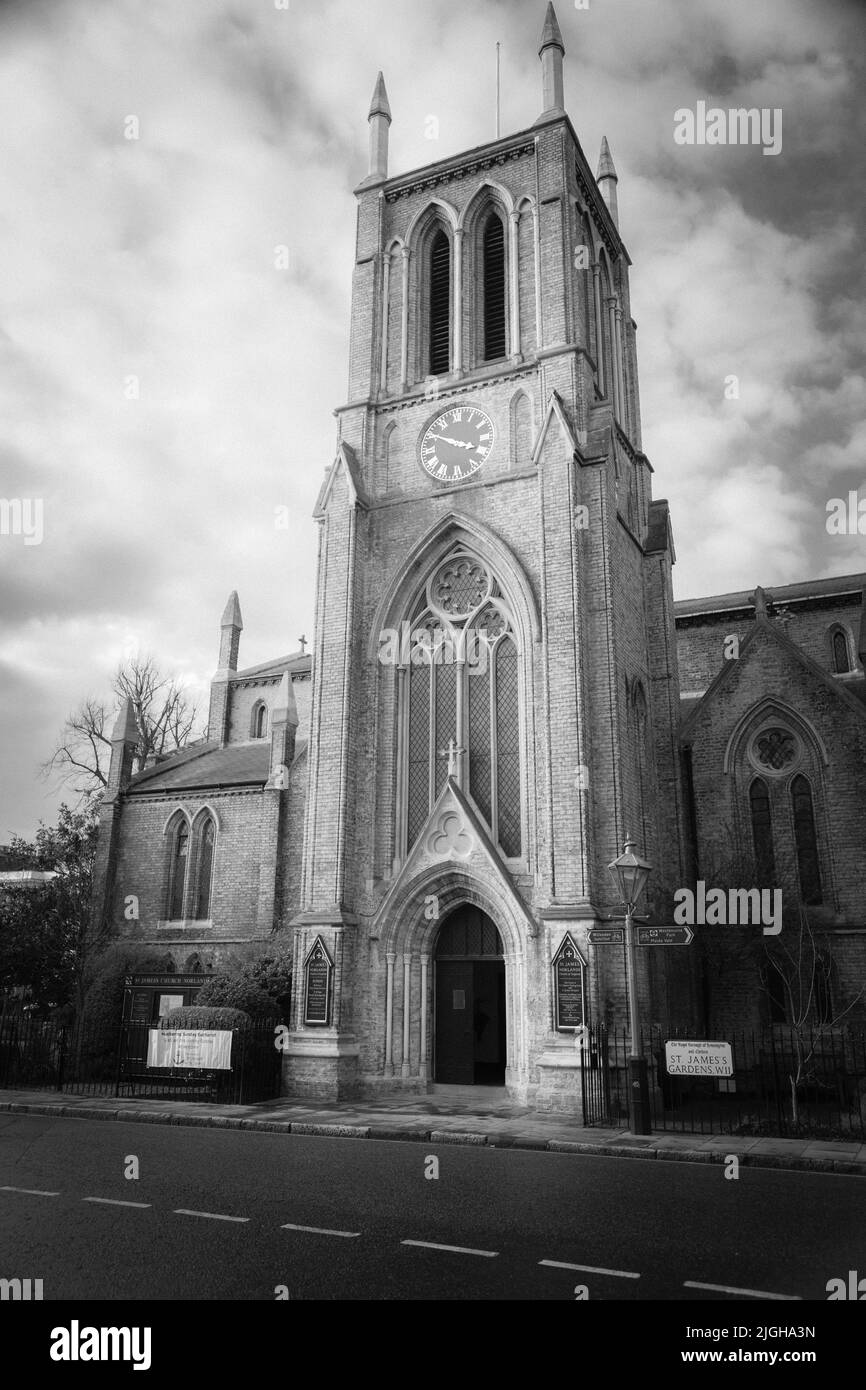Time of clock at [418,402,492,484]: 3:50
